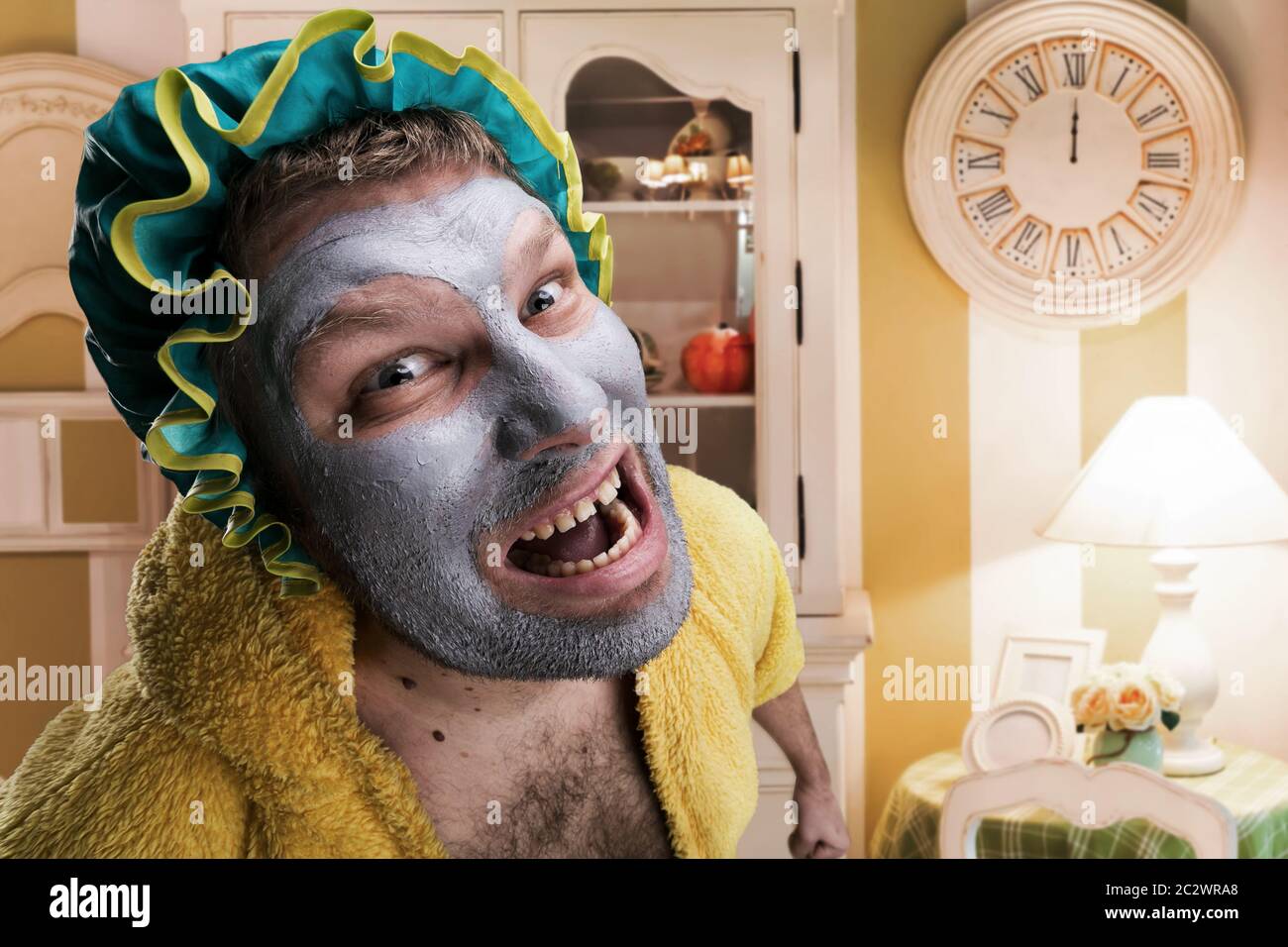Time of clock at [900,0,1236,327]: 12:00
